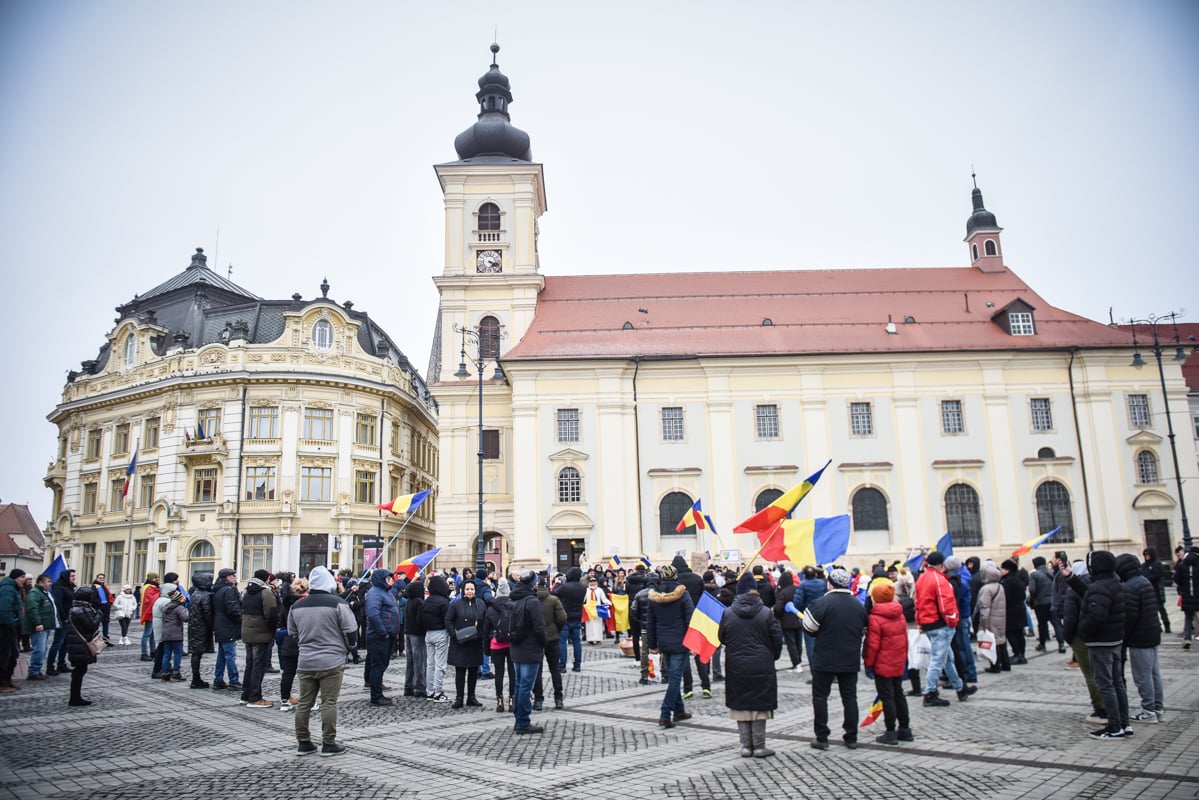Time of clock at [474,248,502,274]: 4:17
